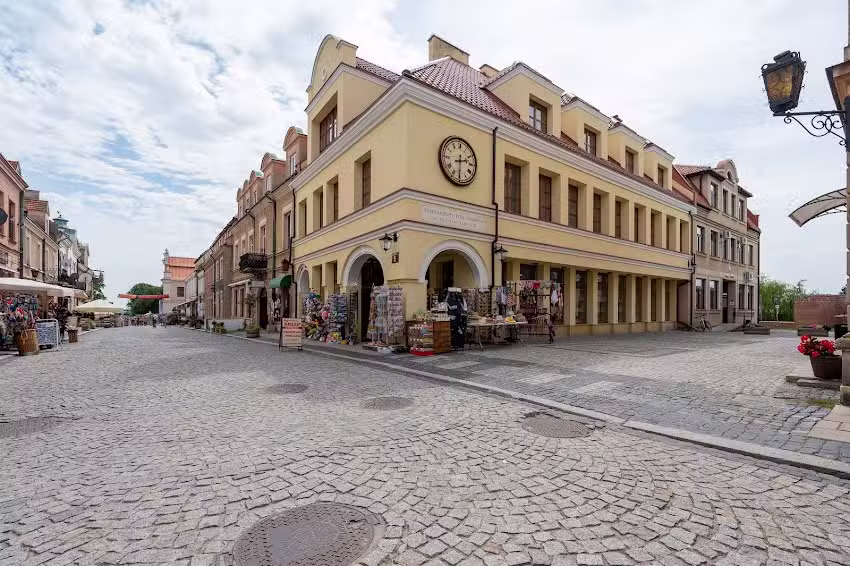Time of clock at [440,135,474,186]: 2:30
